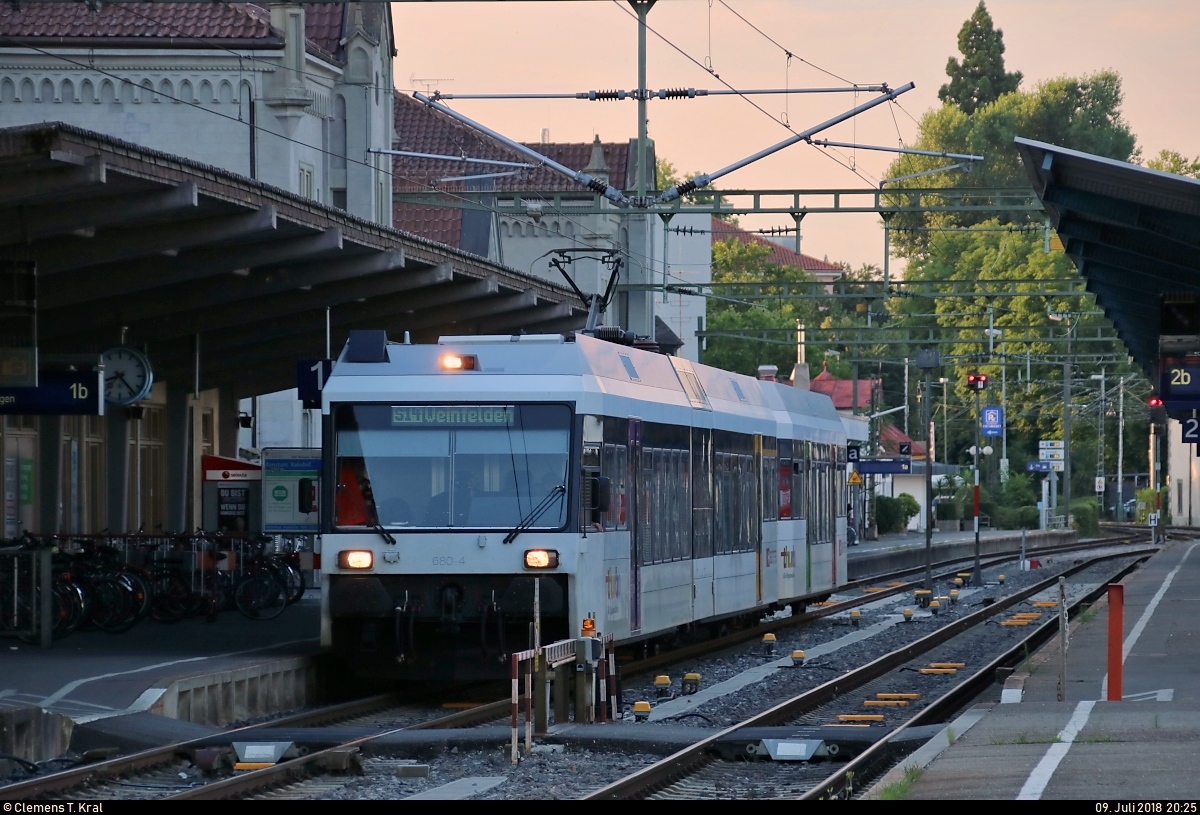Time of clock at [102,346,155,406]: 8:23
